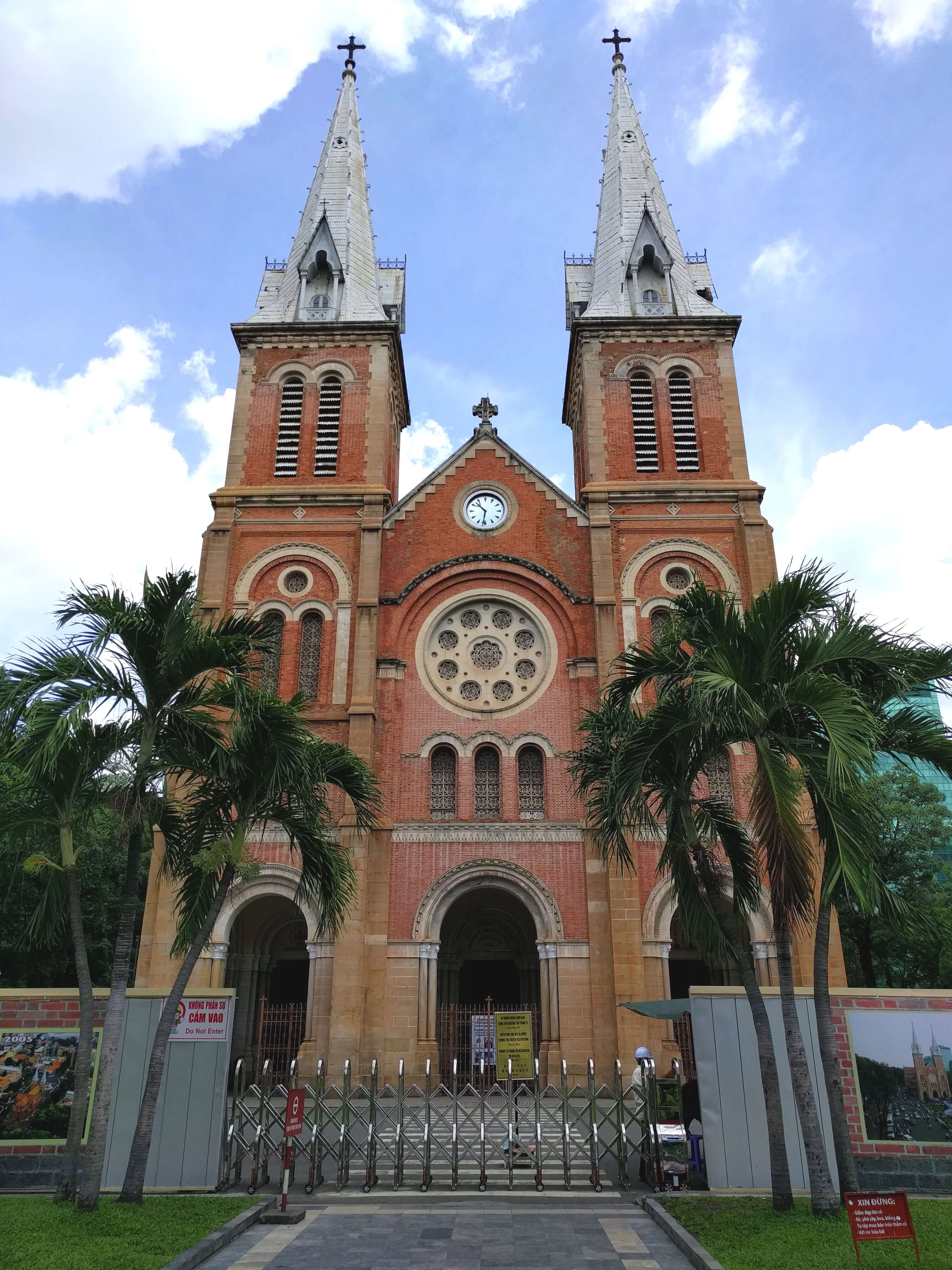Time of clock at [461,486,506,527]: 10:31
